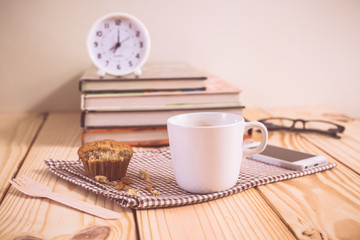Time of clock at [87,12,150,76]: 7:00
